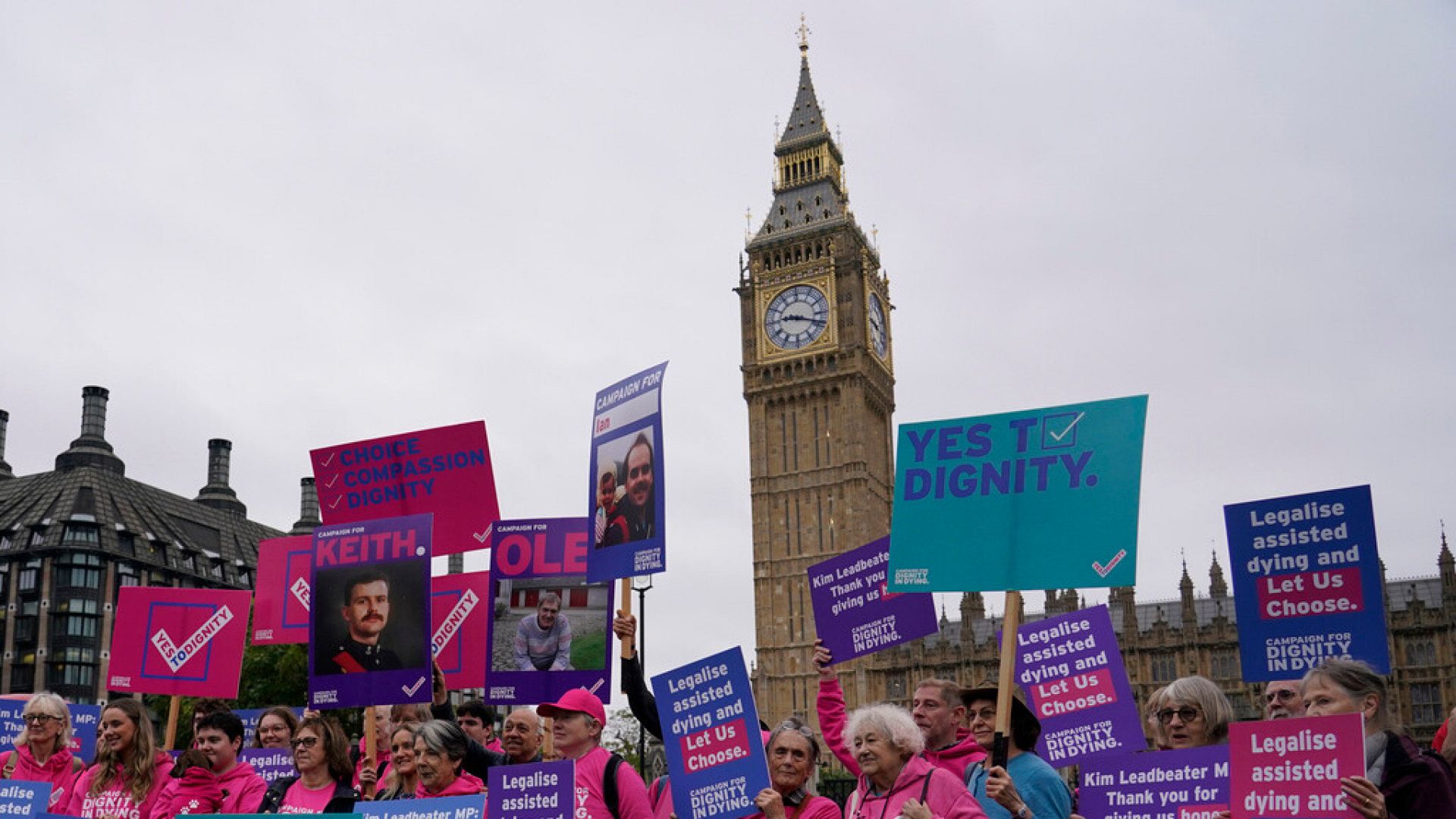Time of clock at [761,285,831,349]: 9:18
